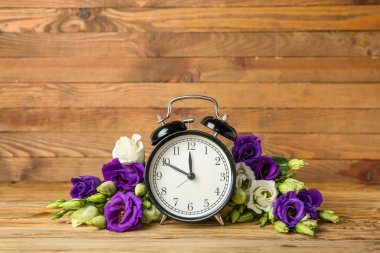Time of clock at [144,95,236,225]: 11:49
